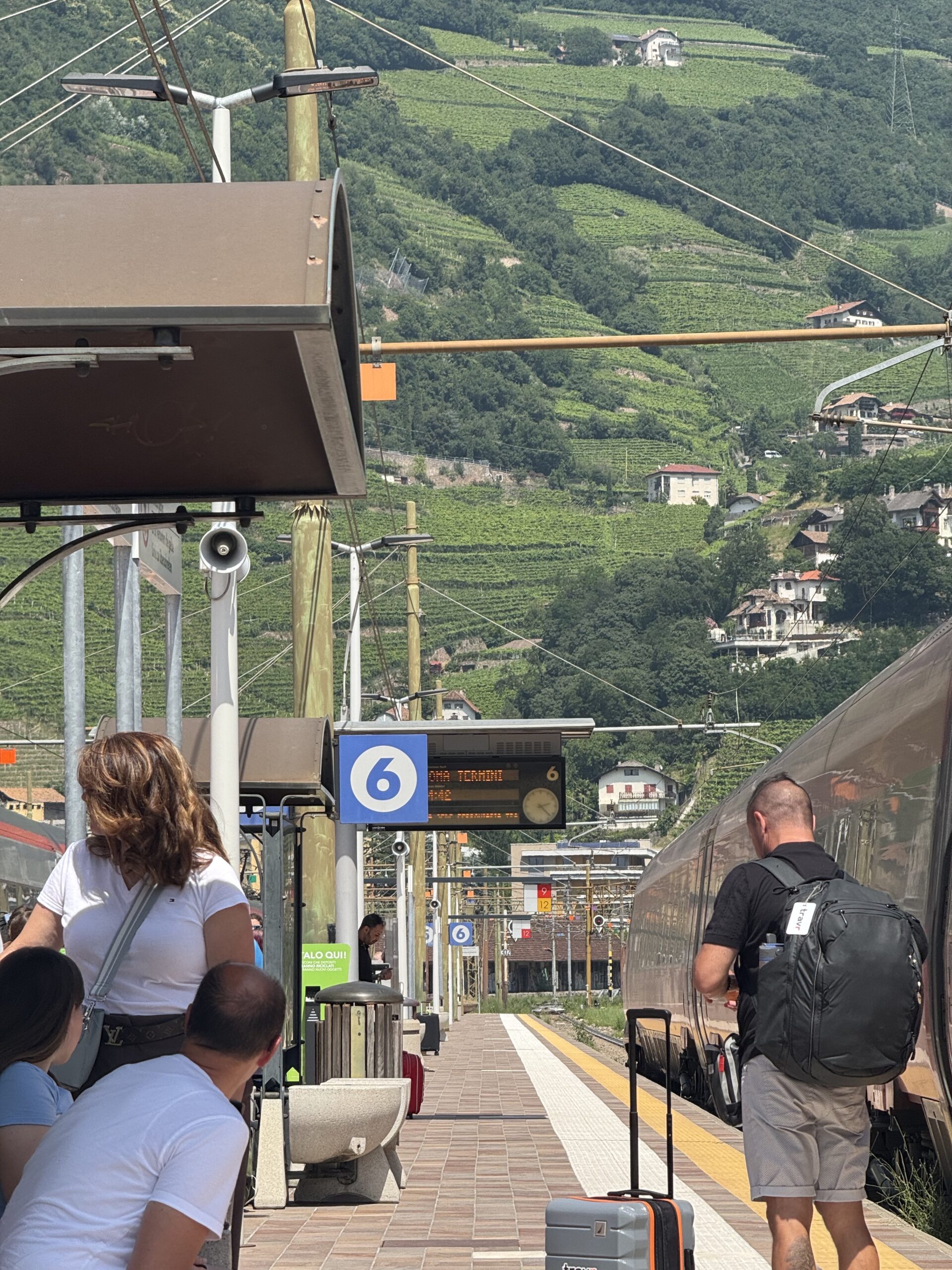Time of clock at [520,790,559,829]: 2:22
